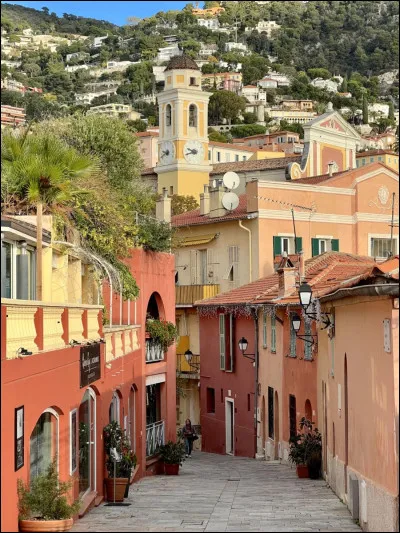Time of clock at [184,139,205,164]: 9:42
